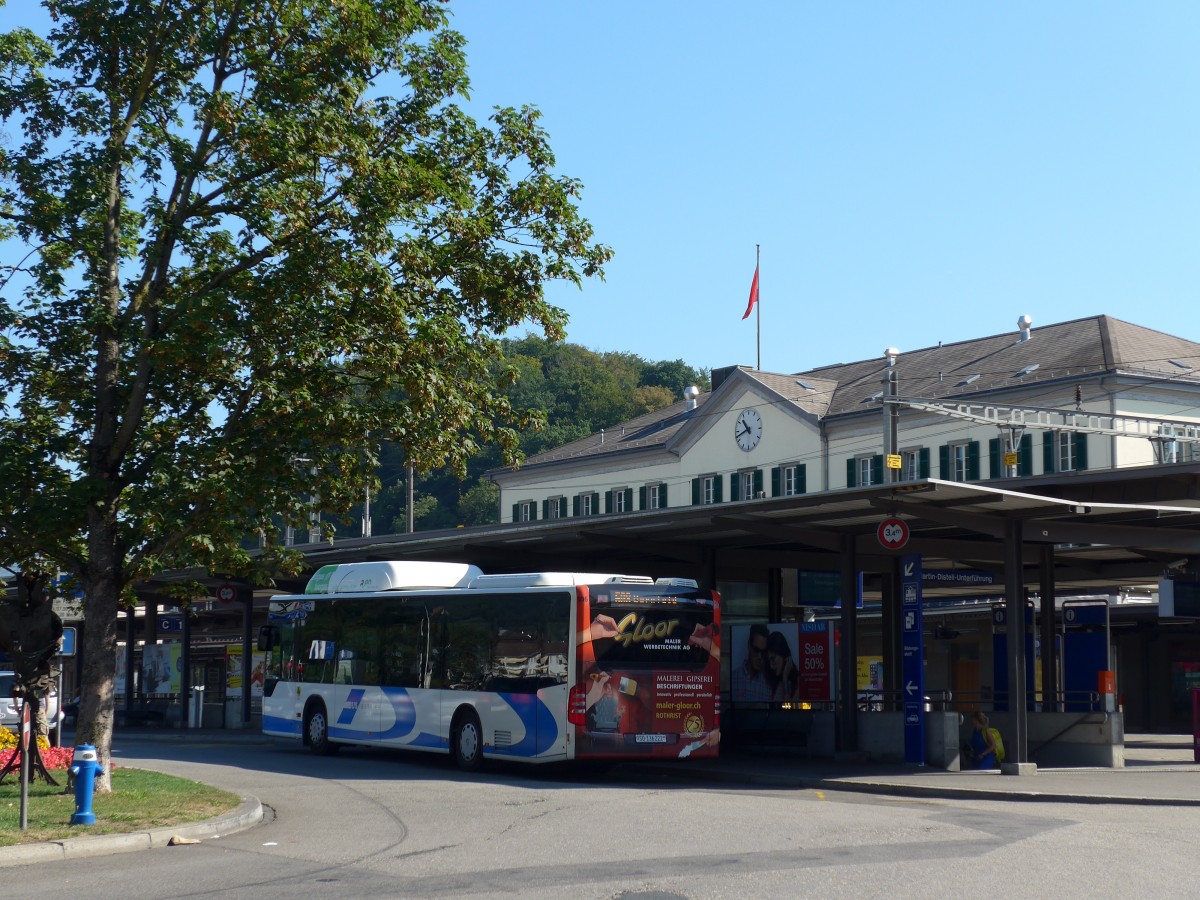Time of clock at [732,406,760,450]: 10:42
